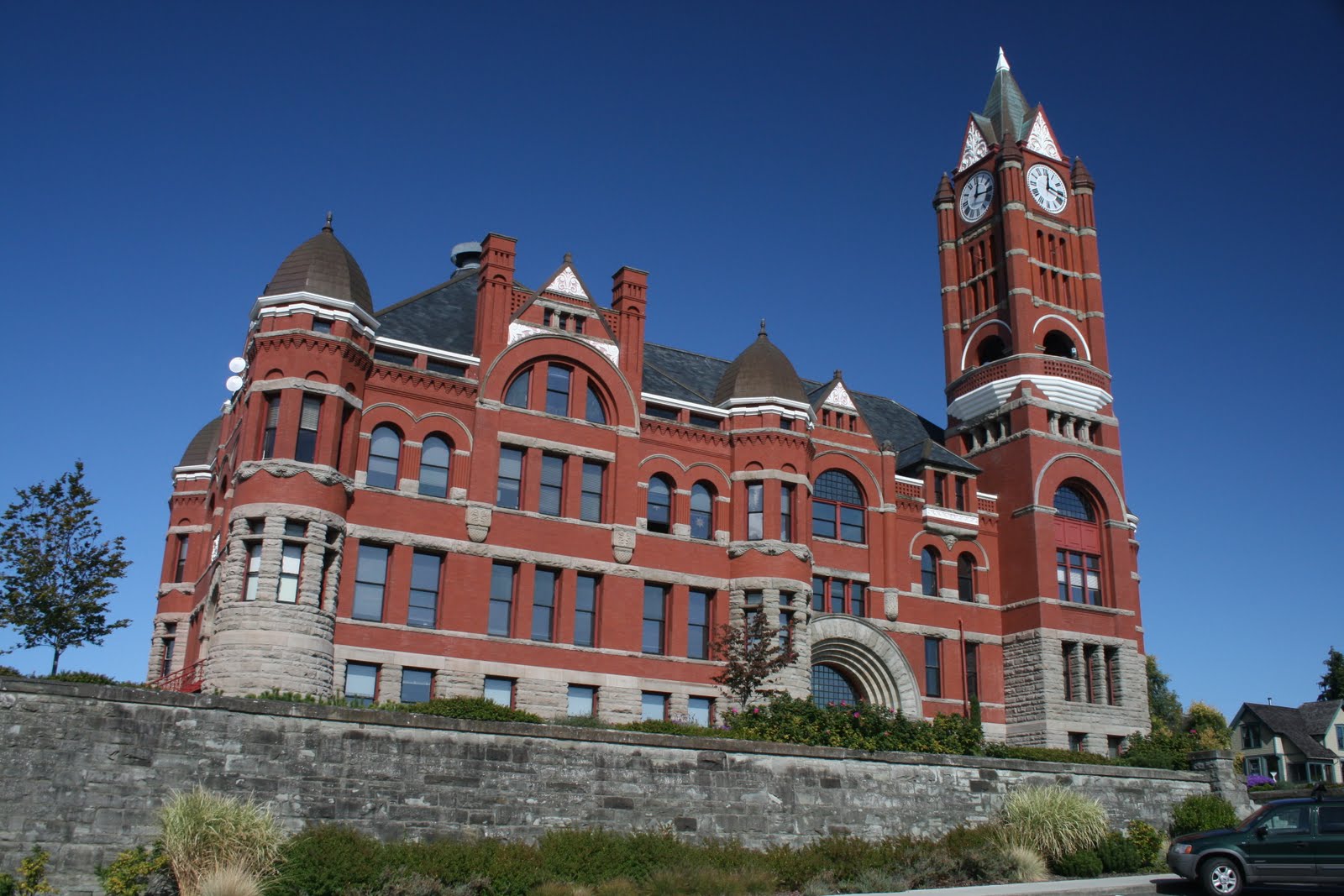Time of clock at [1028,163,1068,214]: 12:16
